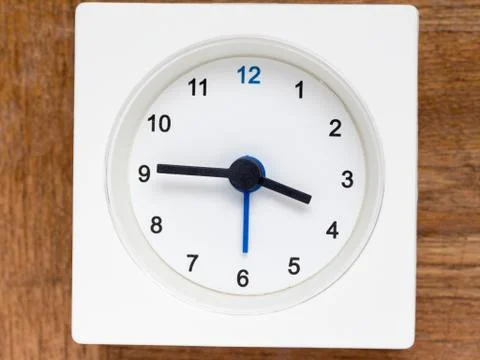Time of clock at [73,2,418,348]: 3:45
